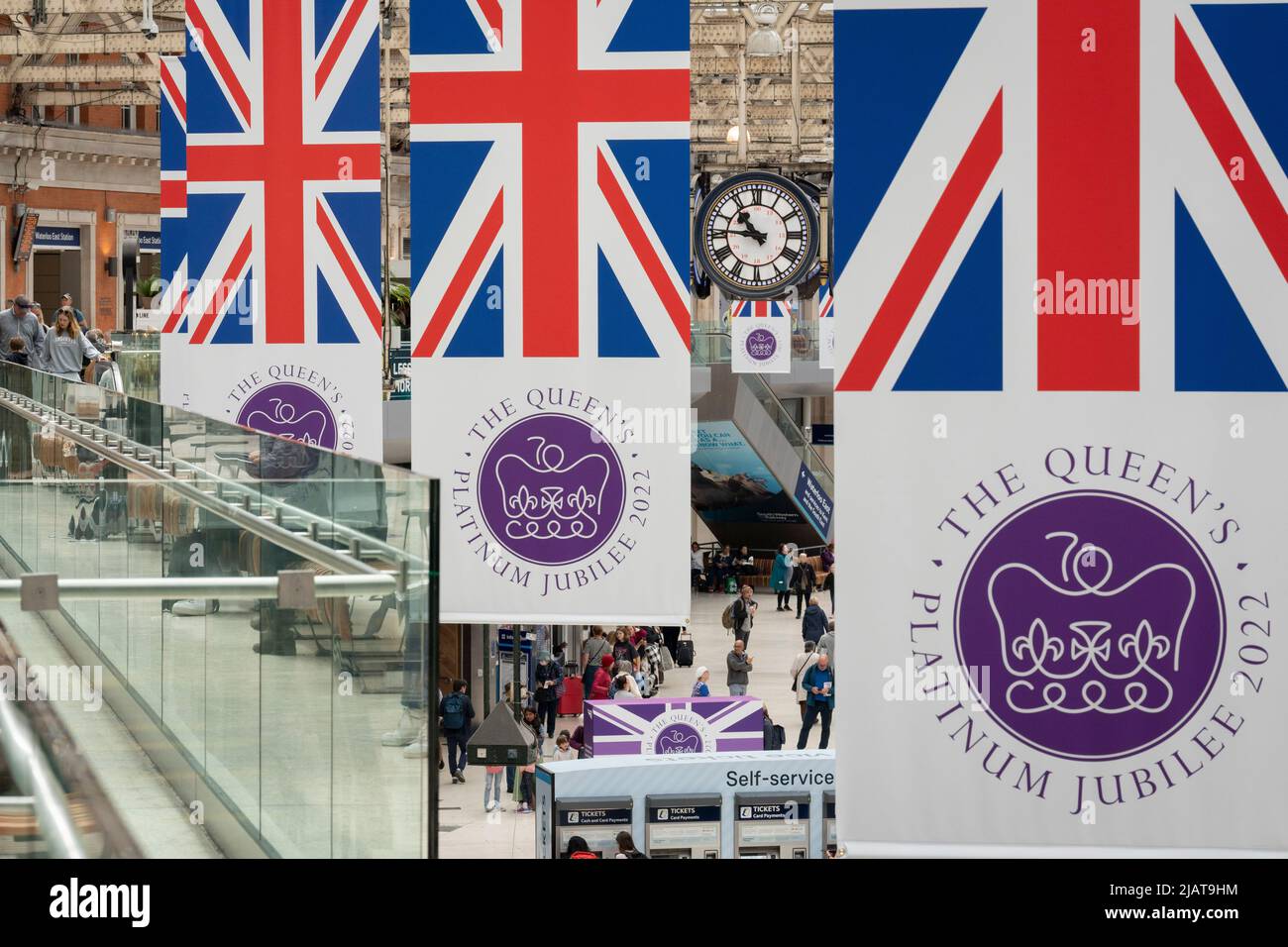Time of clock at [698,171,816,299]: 10:45
